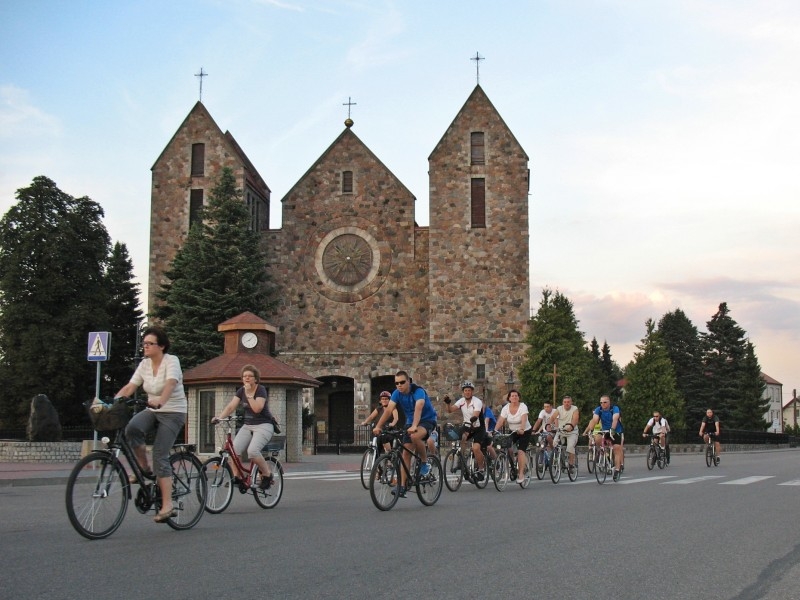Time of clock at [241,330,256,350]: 8:07
